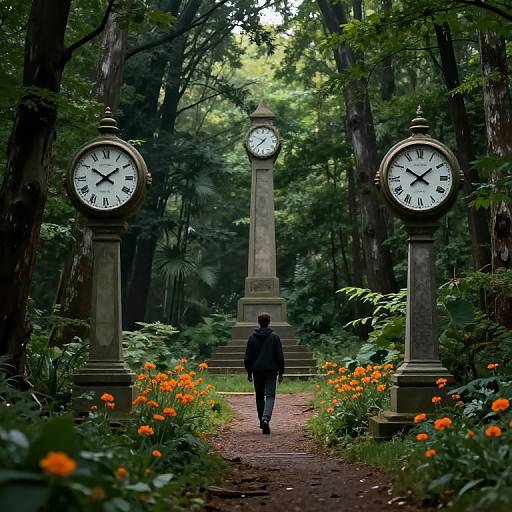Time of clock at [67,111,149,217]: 1:50
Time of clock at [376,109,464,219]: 1:50
